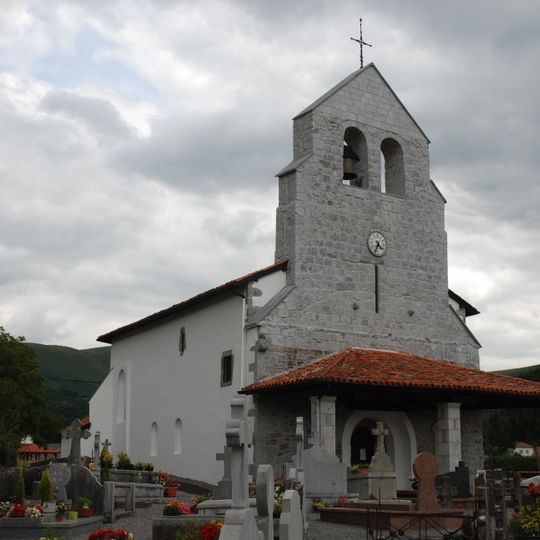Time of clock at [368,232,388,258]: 4:34
